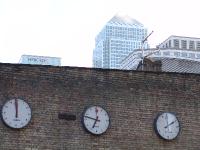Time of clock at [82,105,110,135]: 6:47
